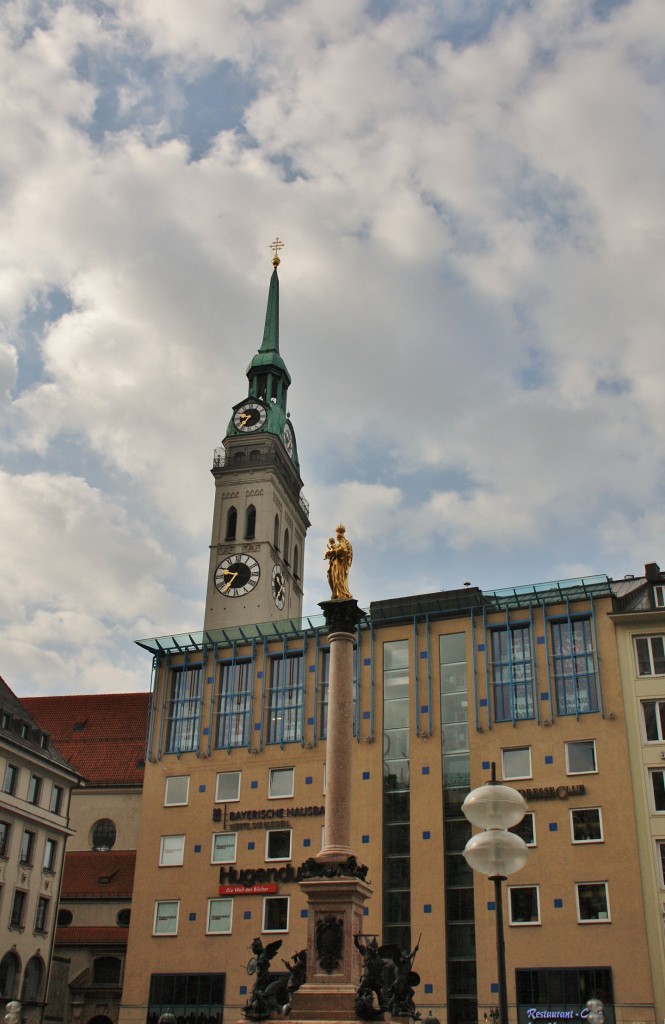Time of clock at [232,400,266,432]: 8:36
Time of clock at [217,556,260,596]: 9:35
